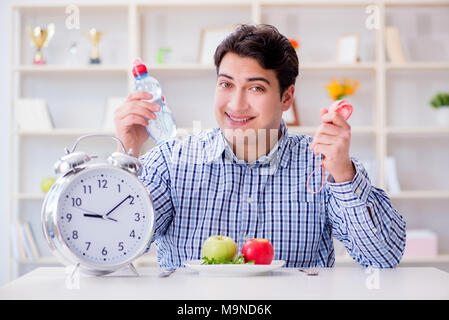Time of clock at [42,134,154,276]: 9:09
